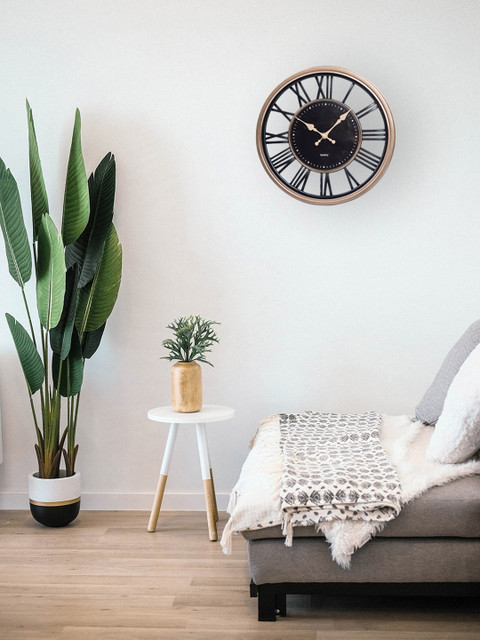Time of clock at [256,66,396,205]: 10:07
